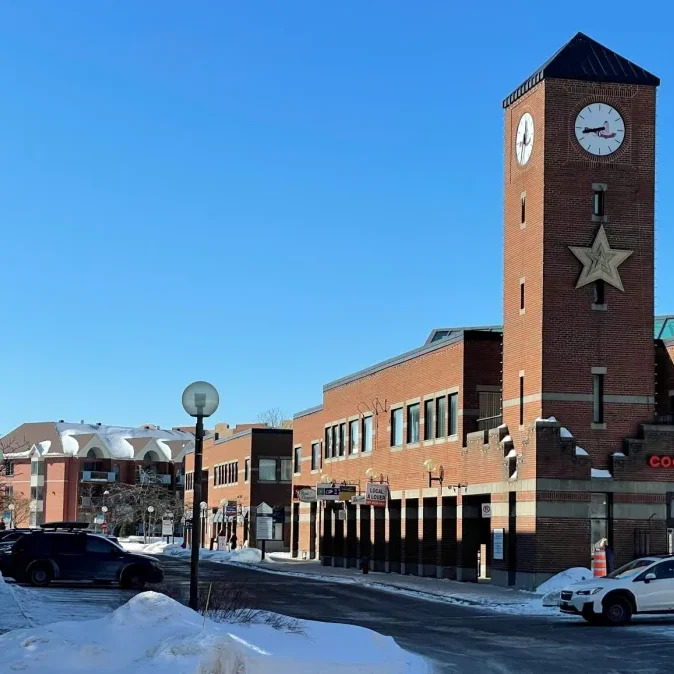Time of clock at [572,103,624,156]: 8:42
